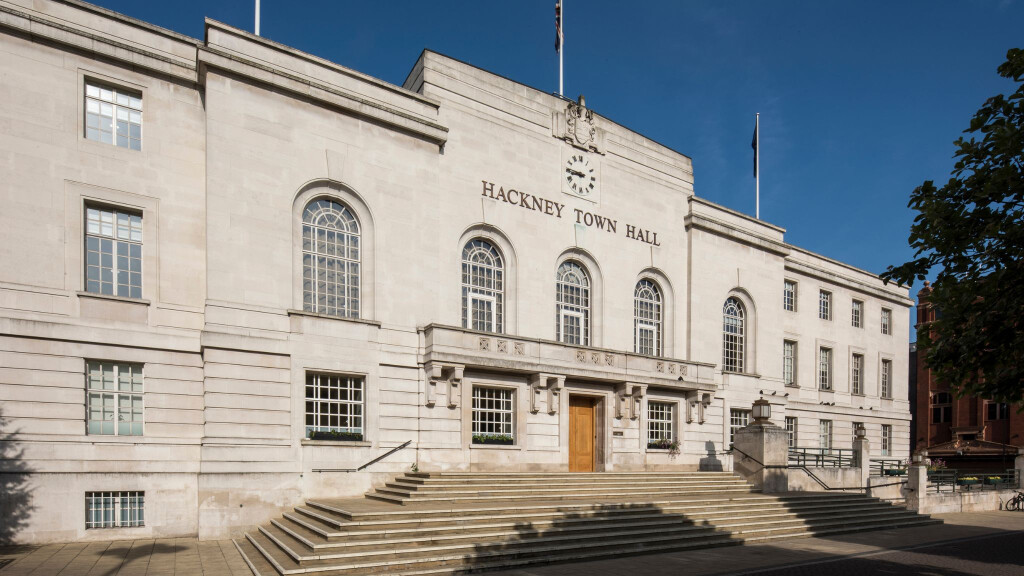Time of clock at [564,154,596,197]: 8:46
